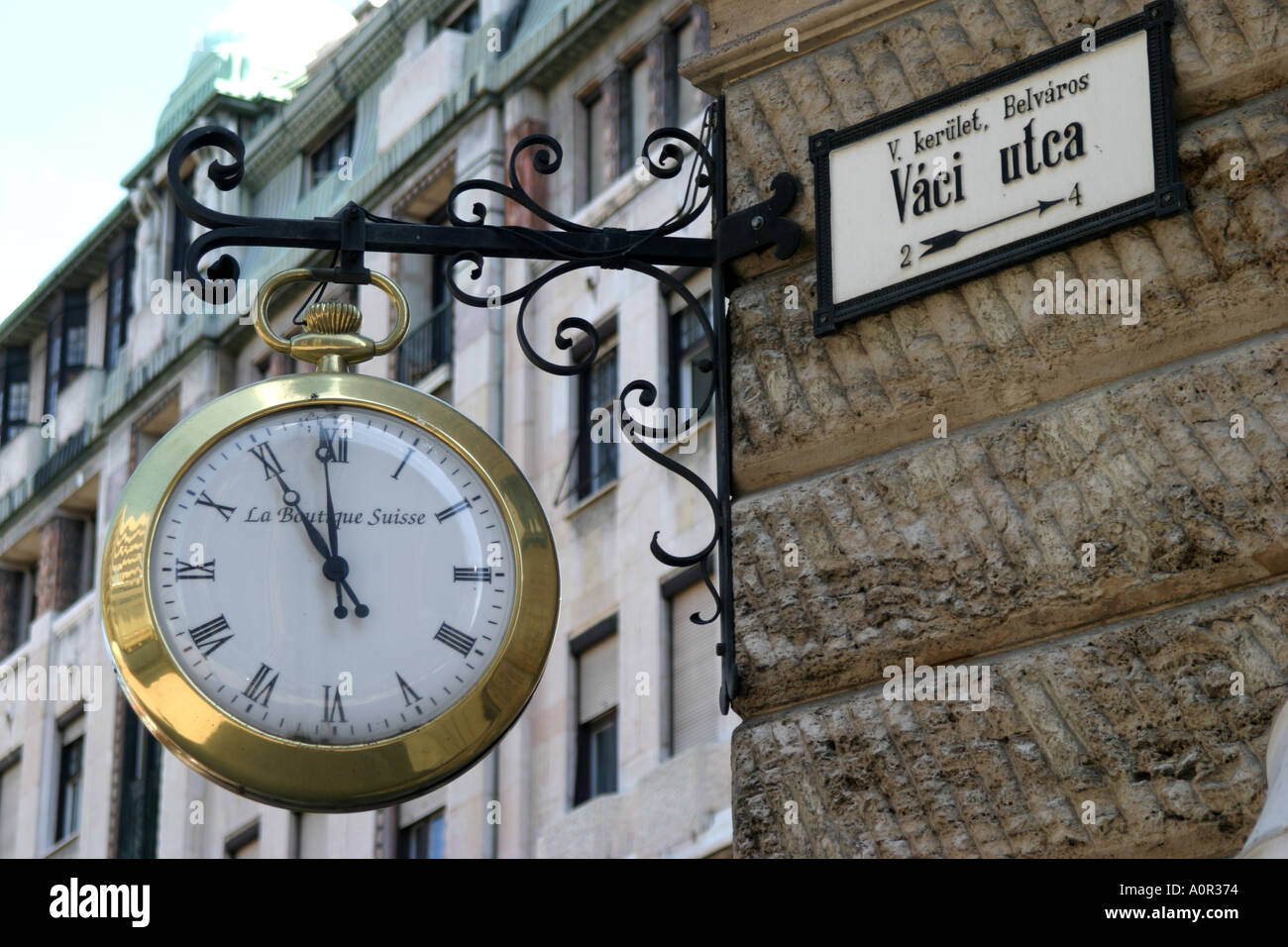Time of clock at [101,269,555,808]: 10:59
